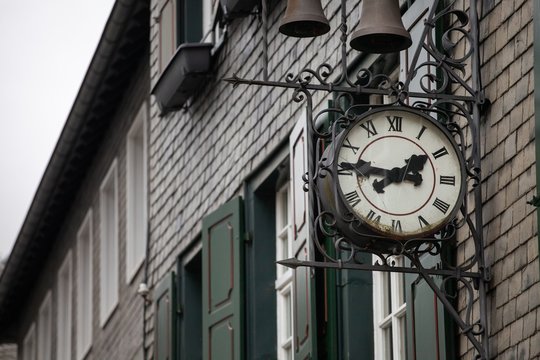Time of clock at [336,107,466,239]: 1:46
